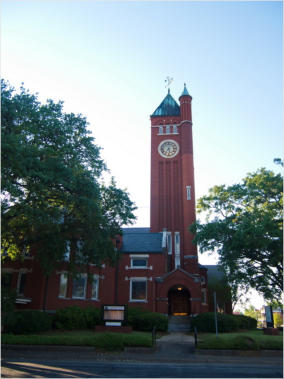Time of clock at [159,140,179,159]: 5:35
